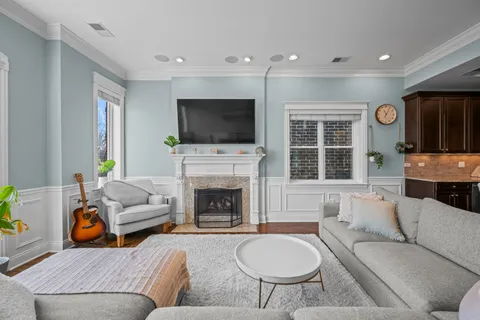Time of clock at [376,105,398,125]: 11:04
